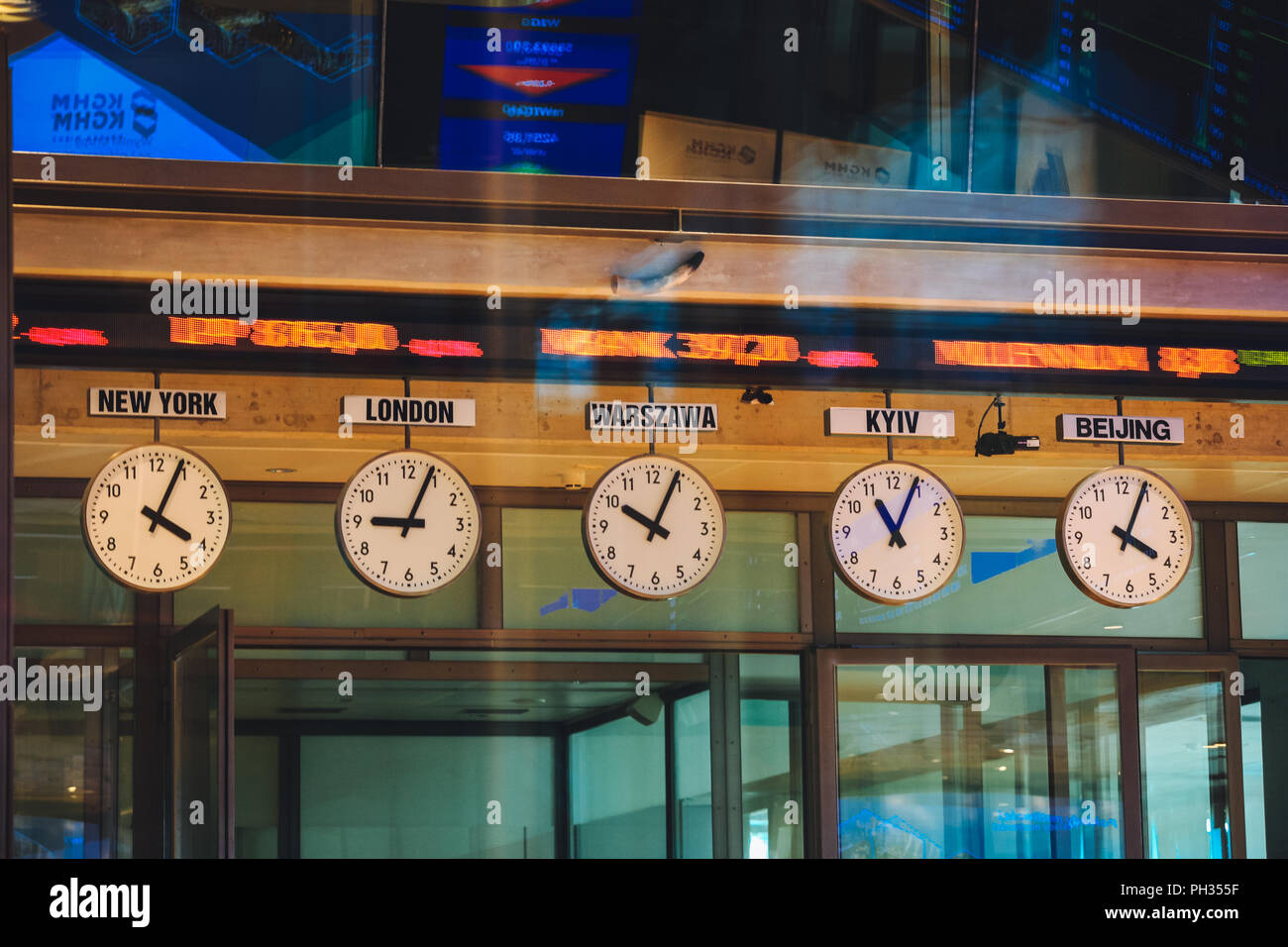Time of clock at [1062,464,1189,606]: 4:04
